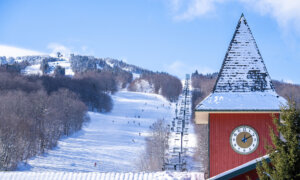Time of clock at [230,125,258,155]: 12:10
